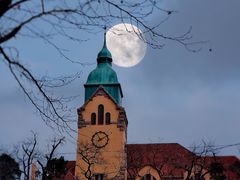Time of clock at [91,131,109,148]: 11:10
